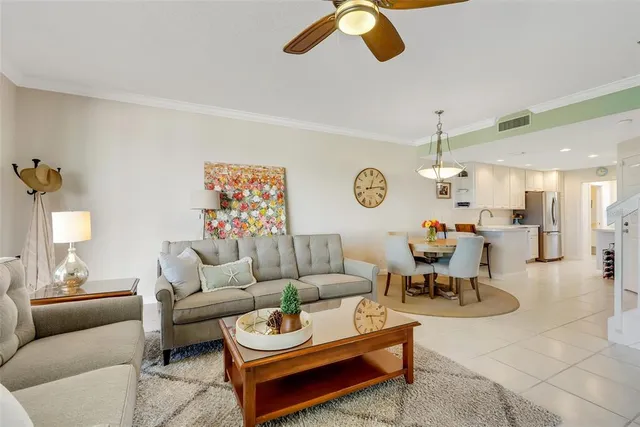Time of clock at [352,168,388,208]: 12:13
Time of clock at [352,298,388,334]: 5:16
